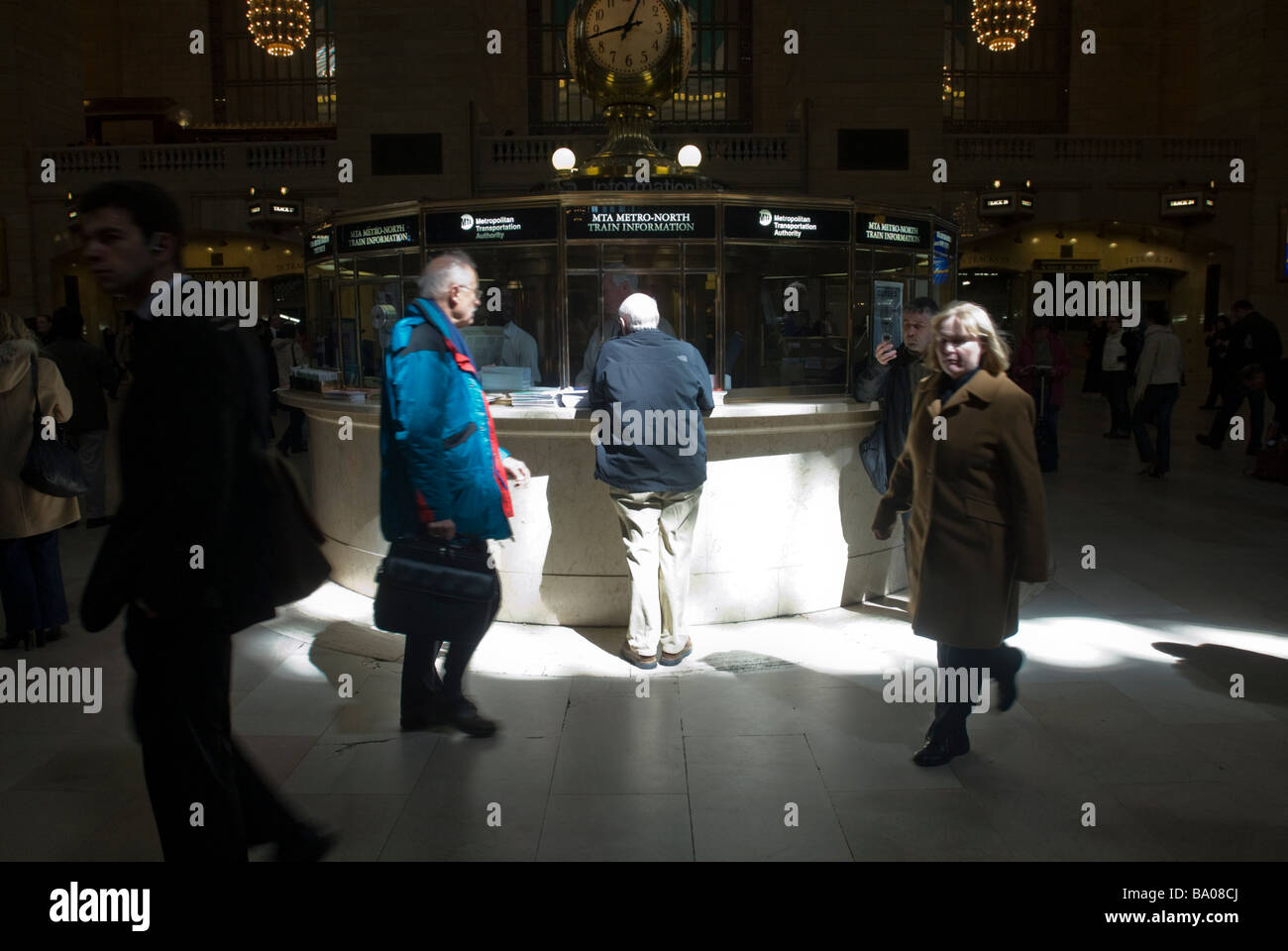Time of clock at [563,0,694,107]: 12:43
